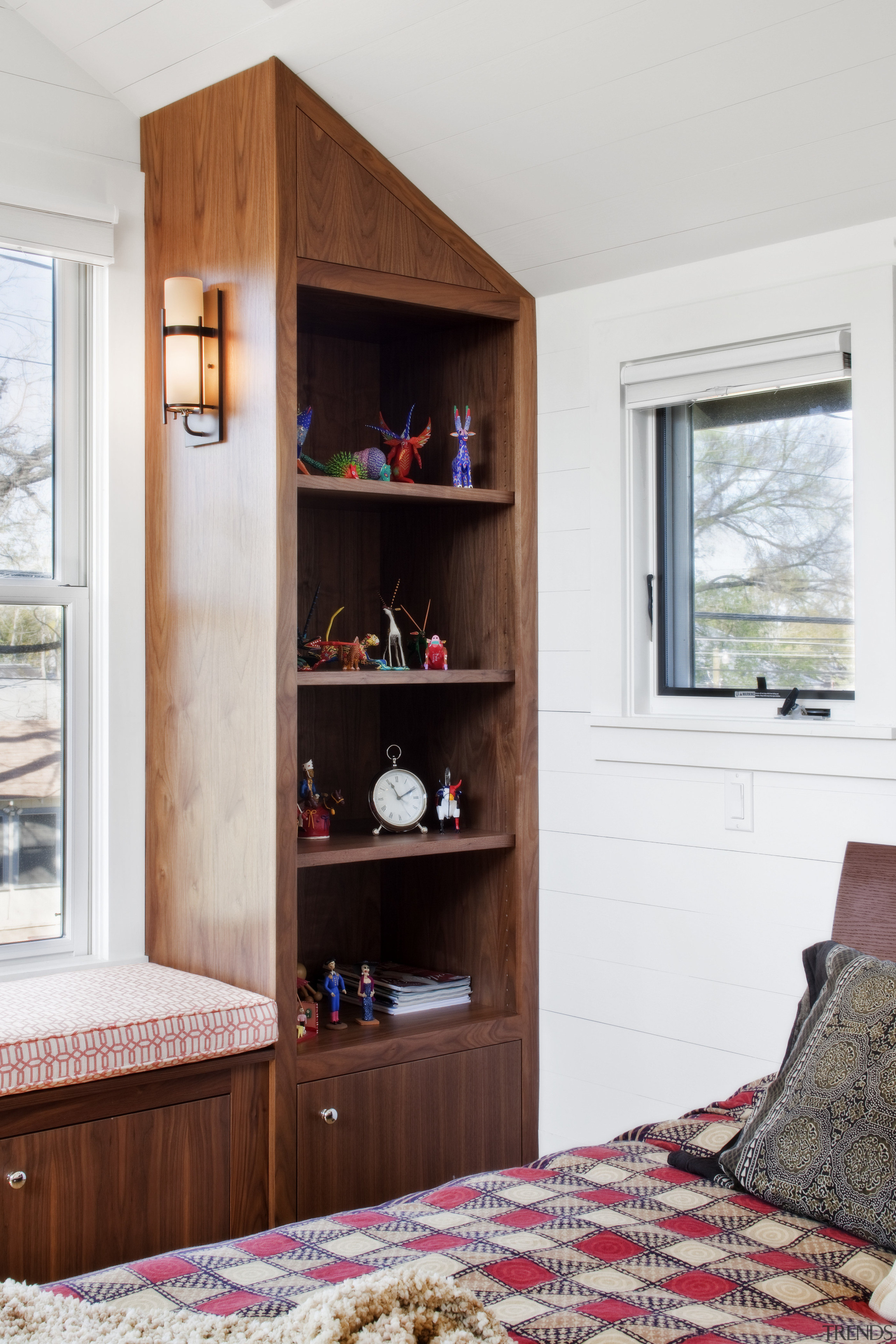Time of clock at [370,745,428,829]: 11:10
